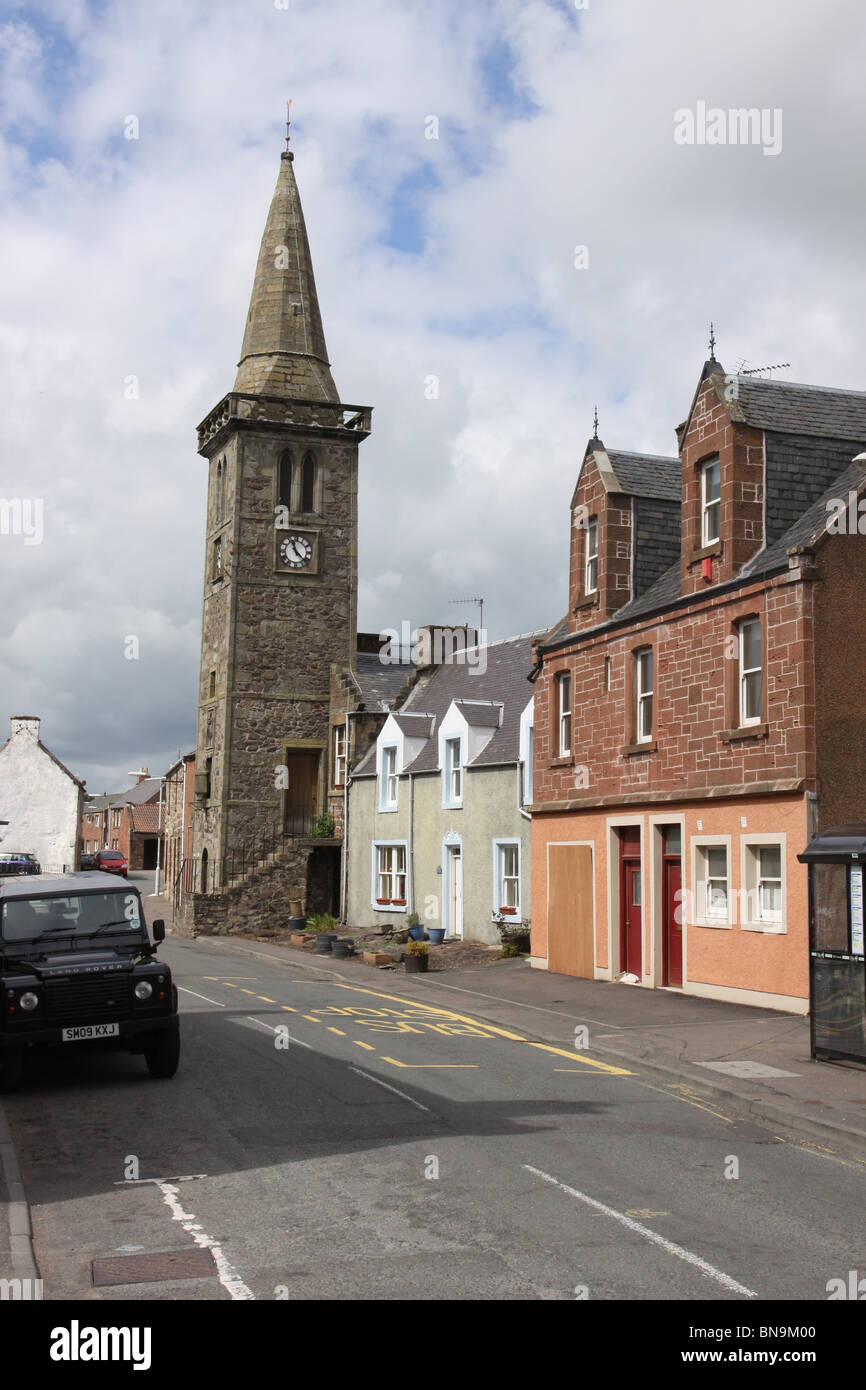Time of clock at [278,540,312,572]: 11:22
